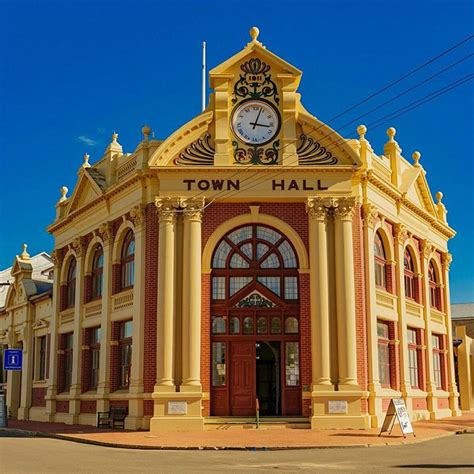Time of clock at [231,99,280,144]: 3:03
